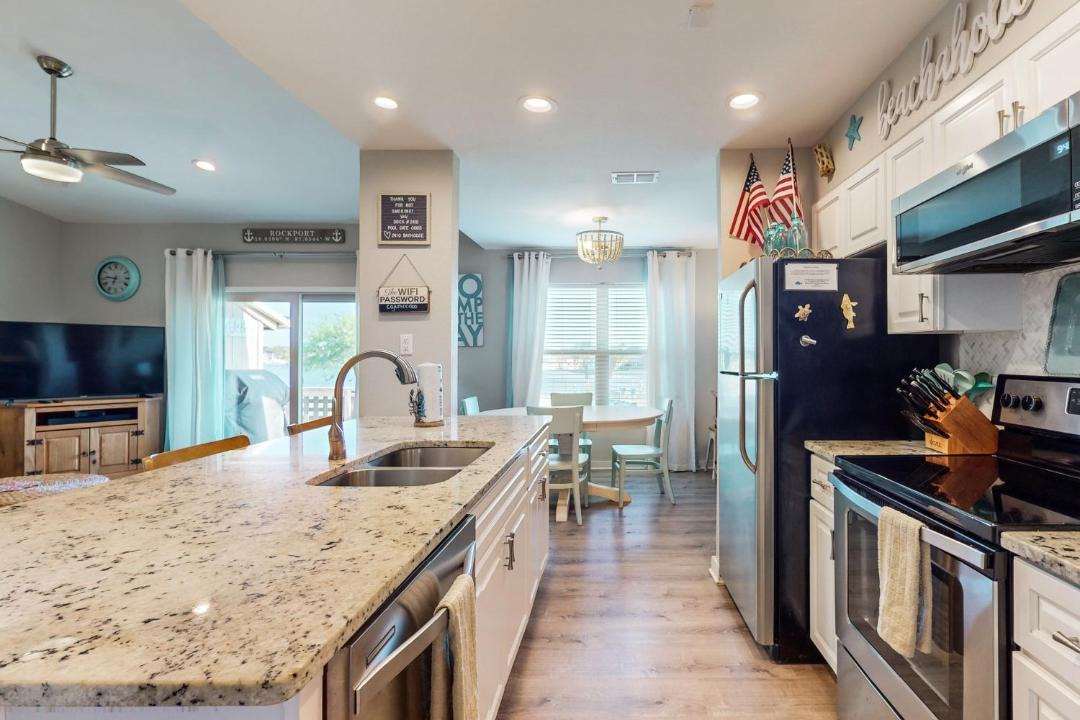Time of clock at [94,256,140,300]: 6:46
